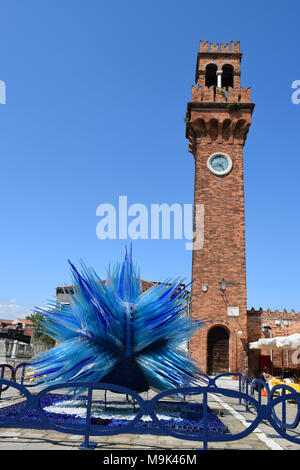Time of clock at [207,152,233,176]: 8:24
